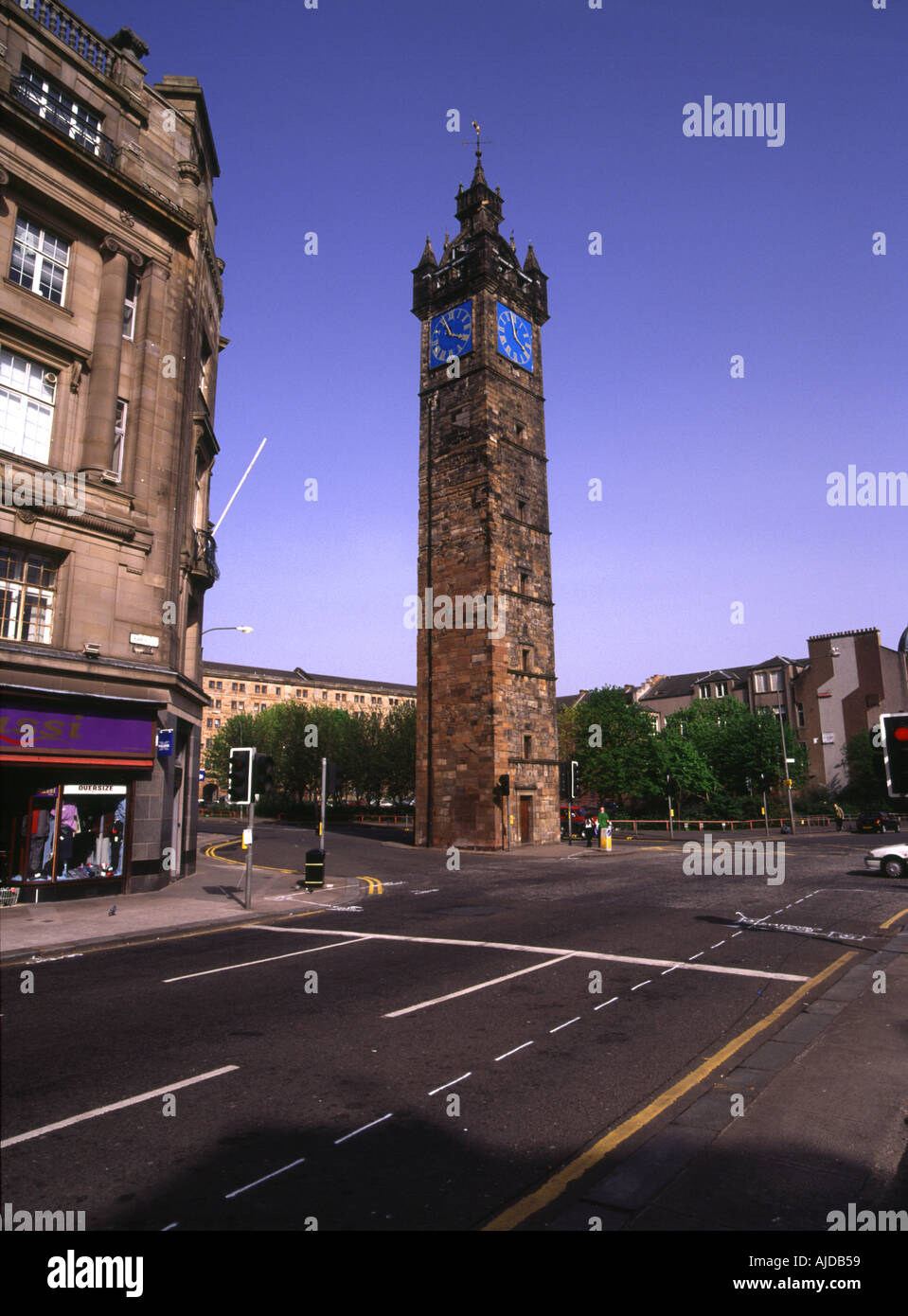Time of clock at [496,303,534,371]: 3:58
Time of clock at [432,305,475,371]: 11:20
